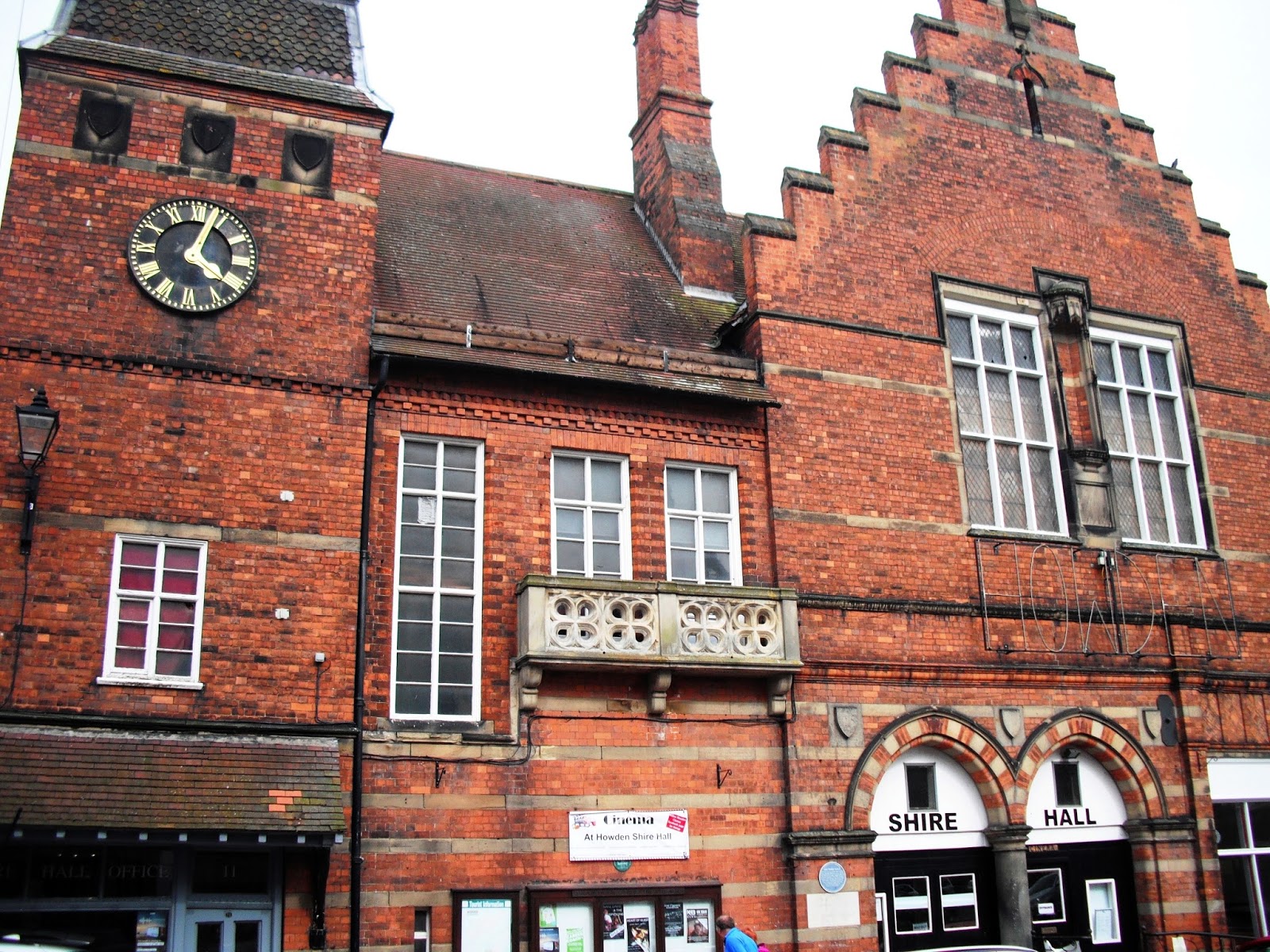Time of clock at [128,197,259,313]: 4:04
